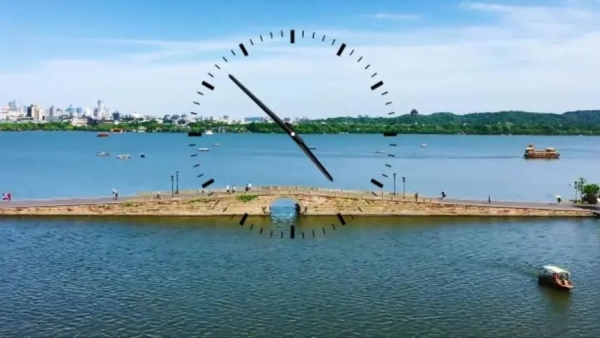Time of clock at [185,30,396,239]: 4:52
